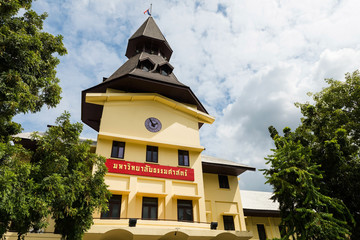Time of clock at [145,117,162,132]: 1:56
